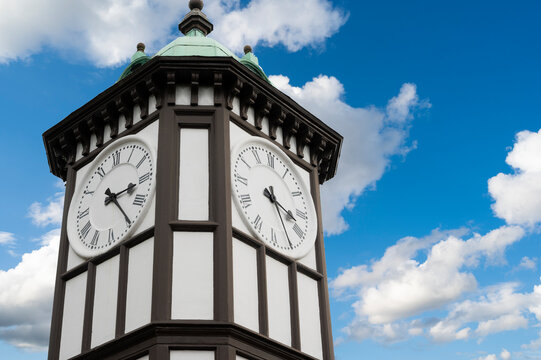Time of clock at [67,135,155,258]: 3:24
